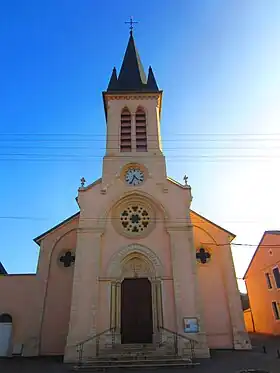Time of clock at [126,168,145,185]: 4:34
